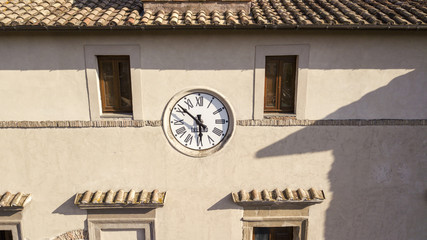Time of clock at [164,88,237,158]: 5:51
